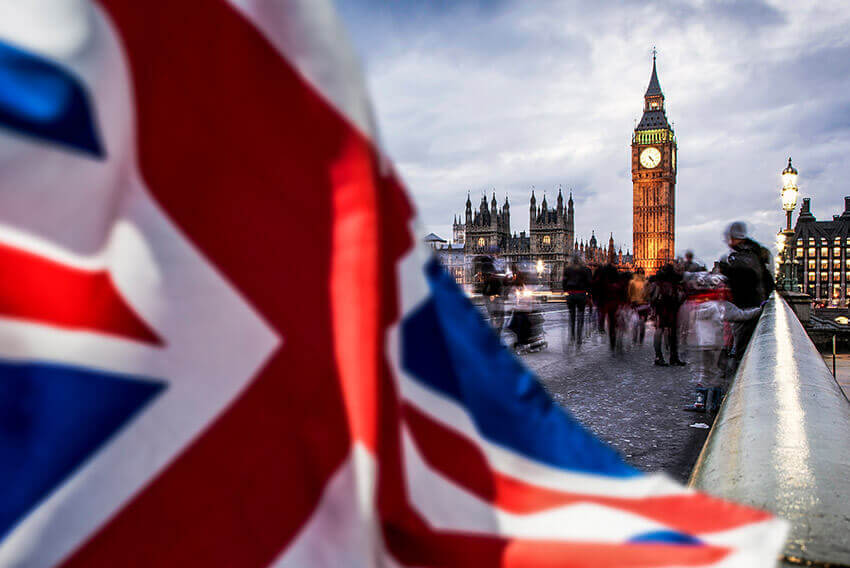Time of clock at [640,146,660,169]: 4:23
